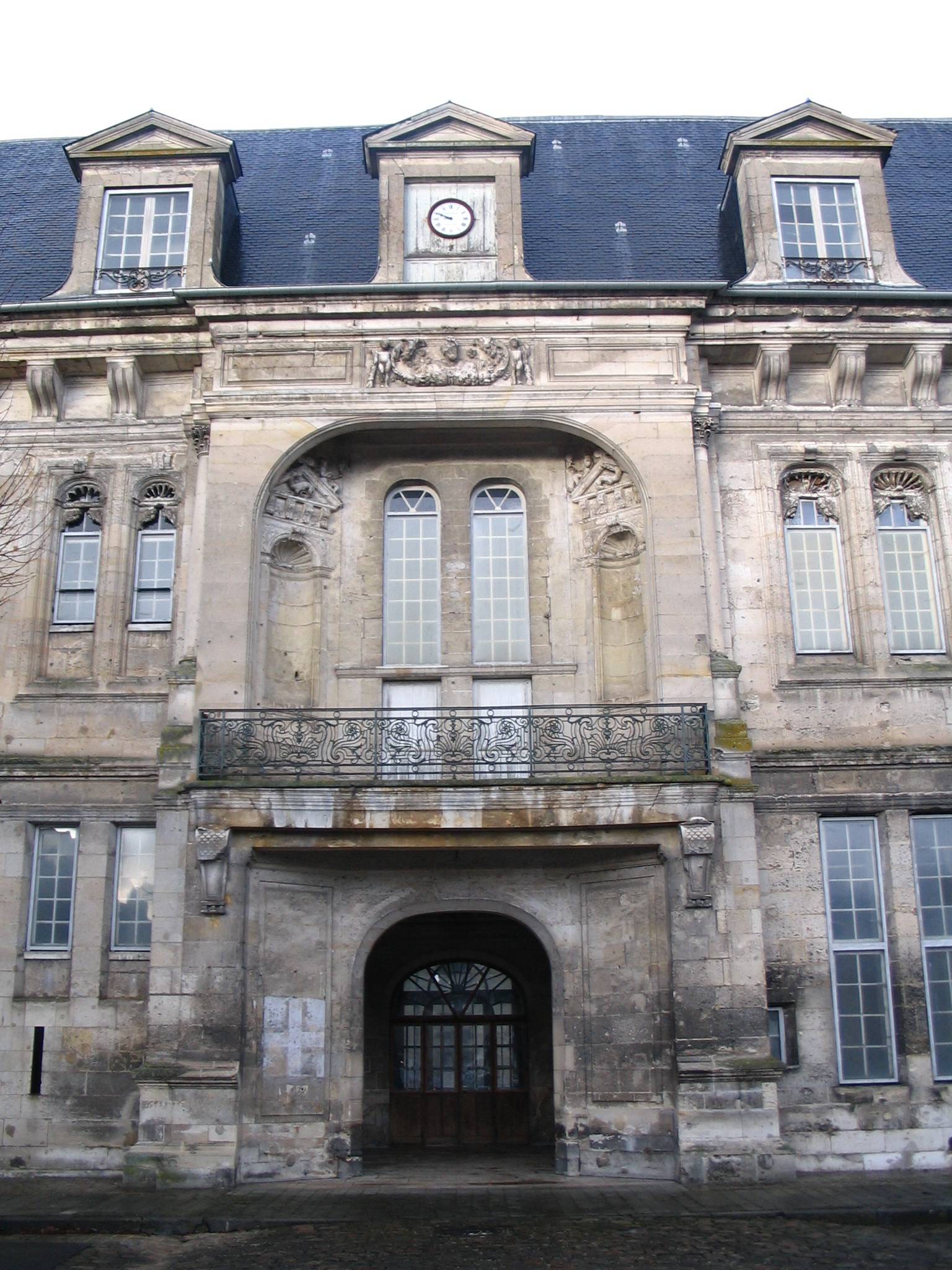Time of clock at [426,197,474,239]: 9:49
